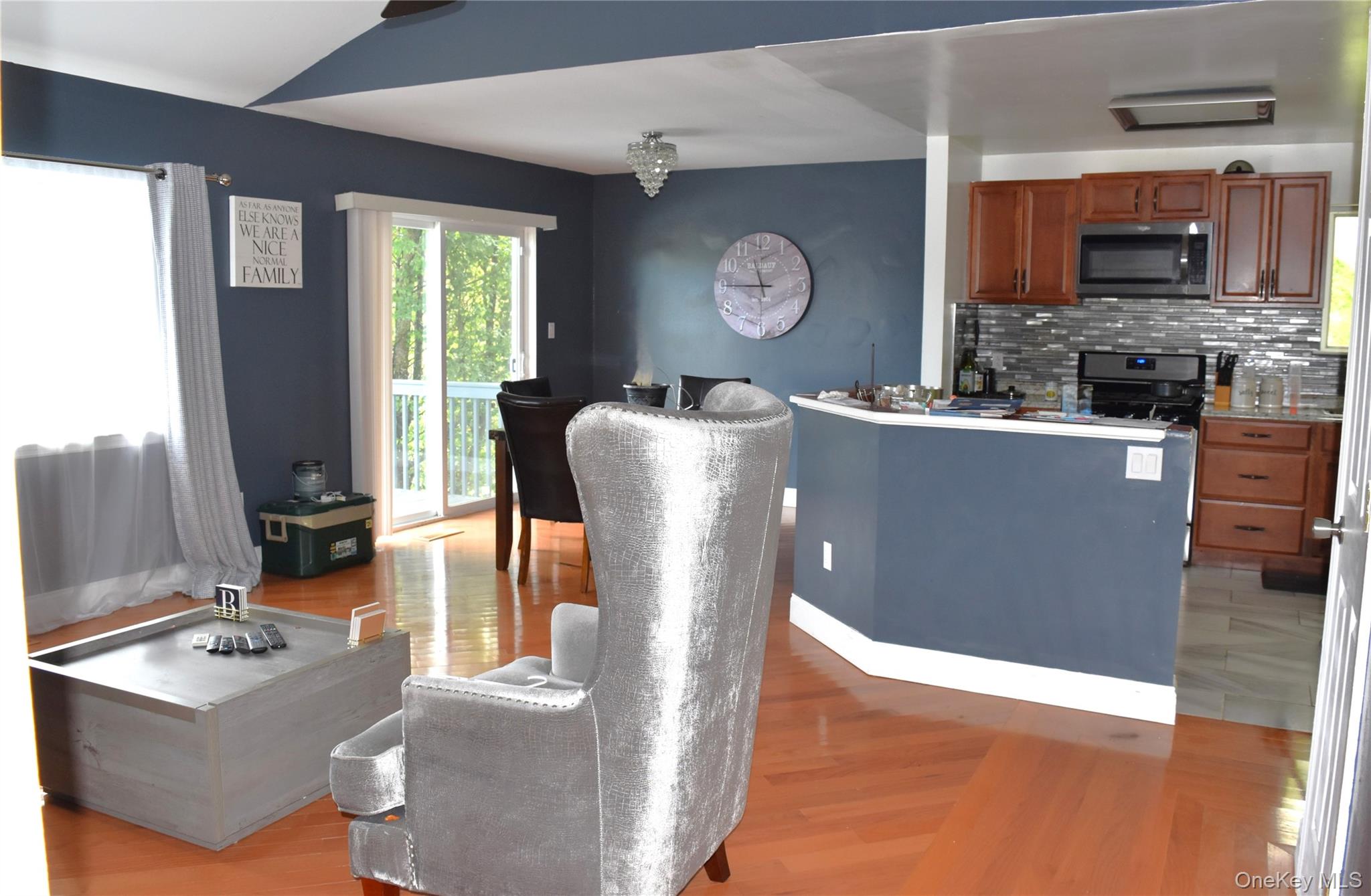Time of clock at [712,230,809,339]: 11:45
